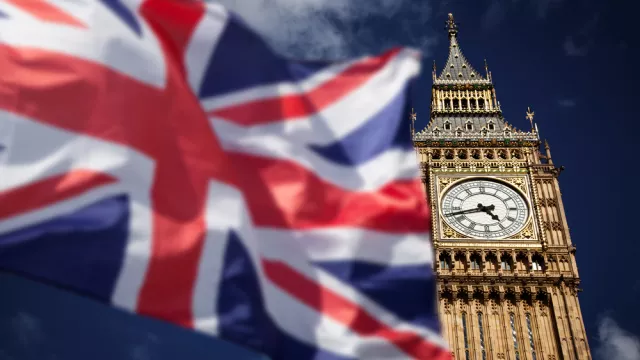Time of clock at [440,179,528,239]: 4:42
